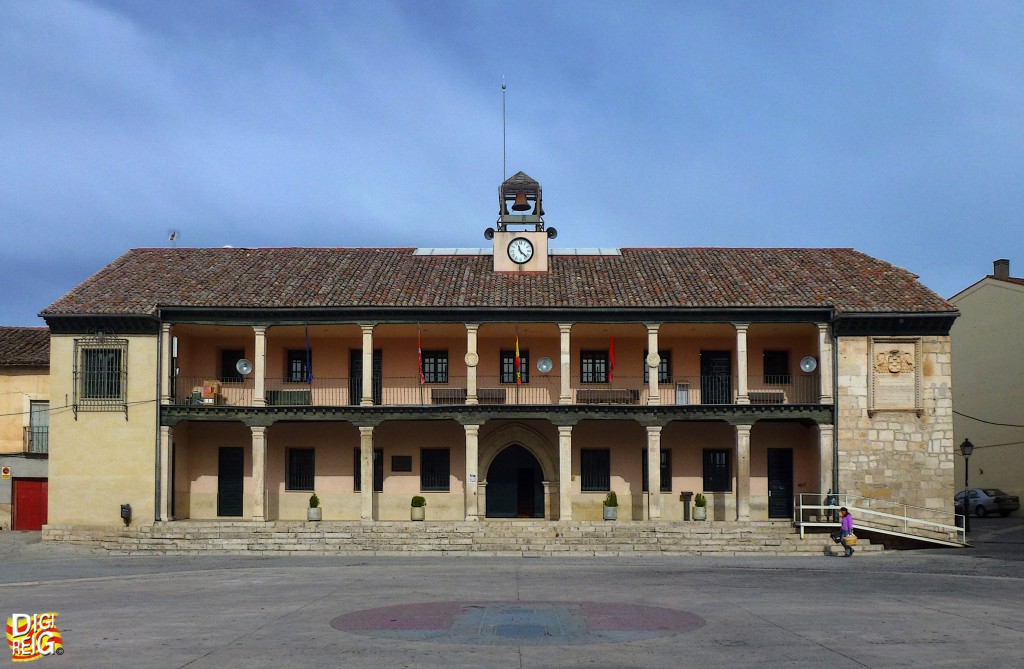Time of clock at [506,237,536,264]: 11:22
